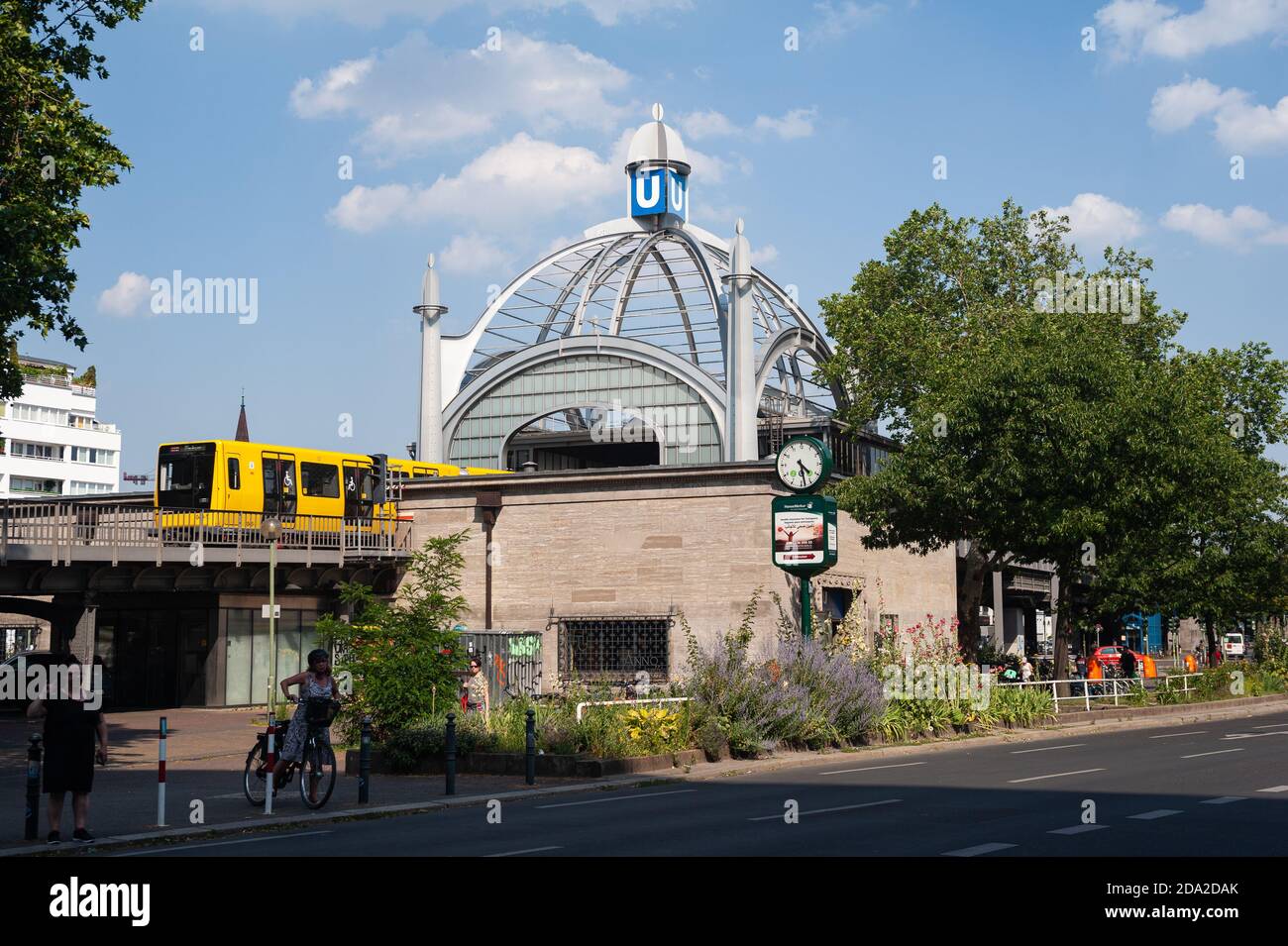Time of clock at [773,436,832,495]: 4:28
